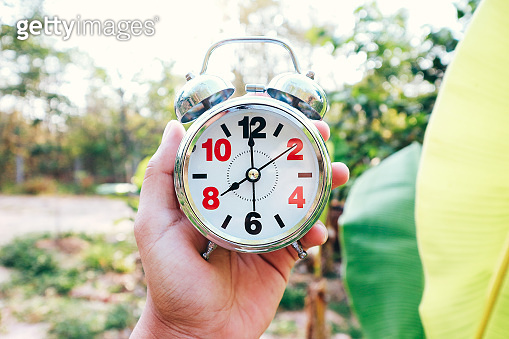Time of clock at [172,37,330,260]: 7:59
